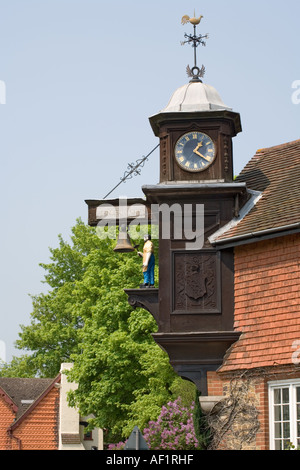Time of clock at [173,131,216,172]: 1:21
